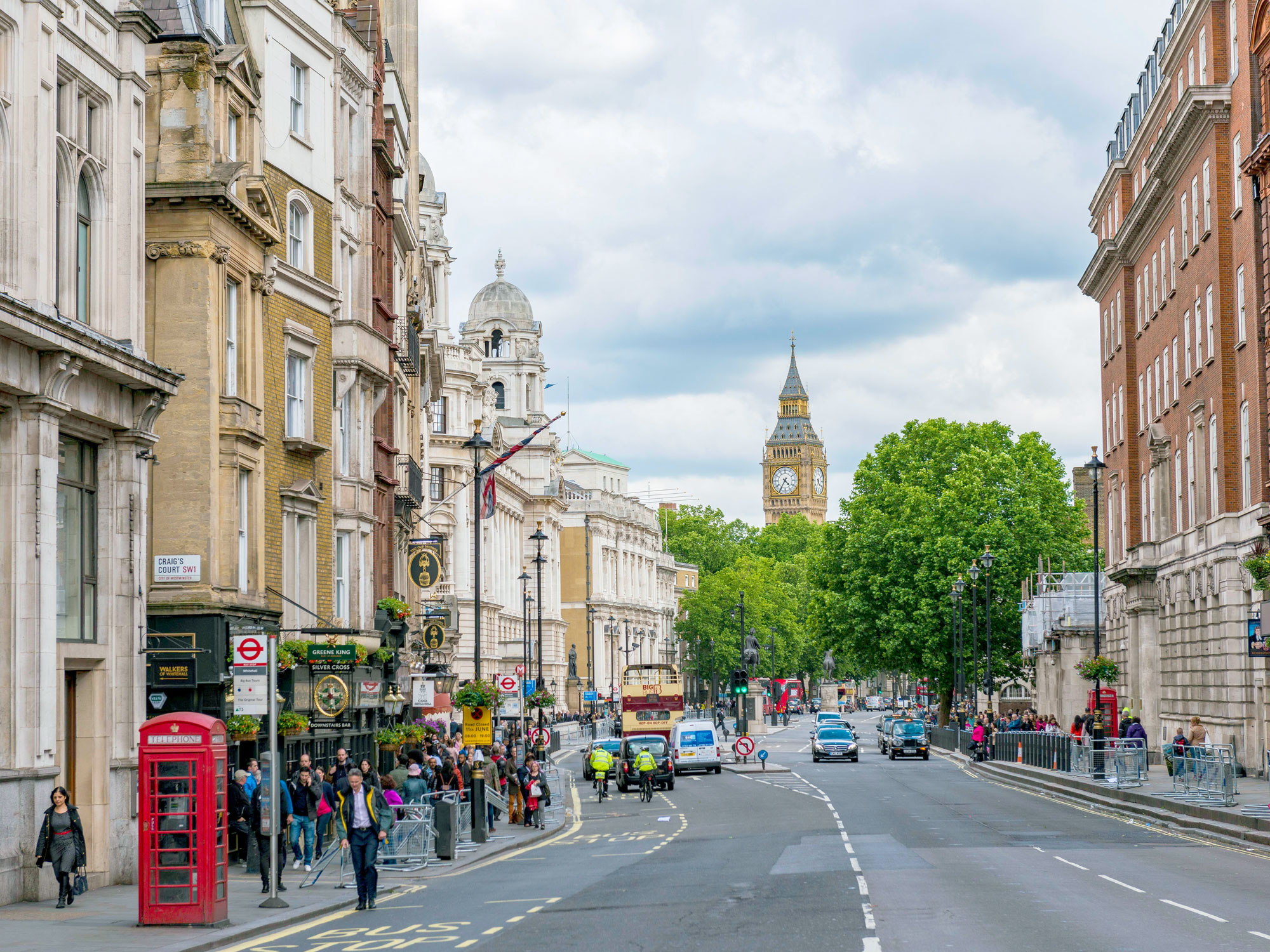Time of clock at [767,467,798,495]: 4:35
